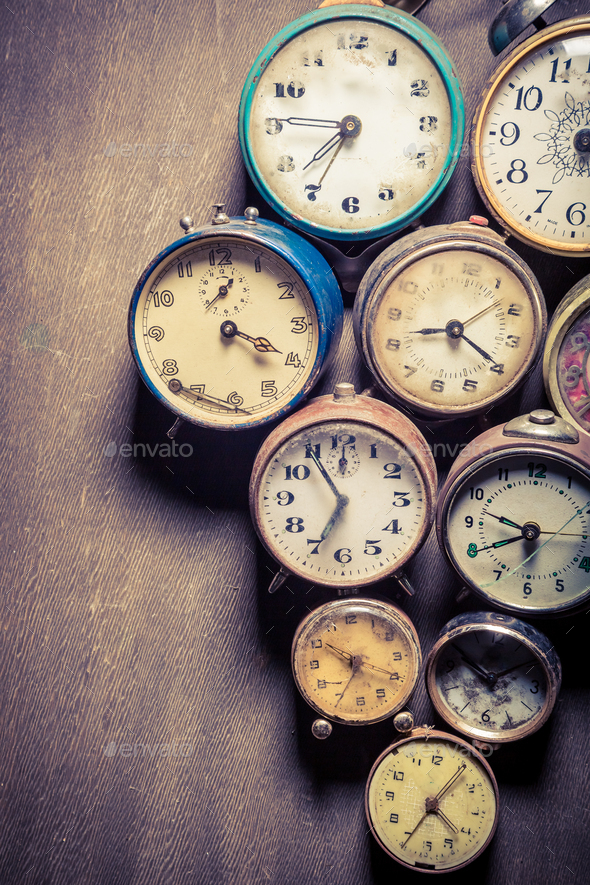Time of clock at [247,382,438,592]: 6:54
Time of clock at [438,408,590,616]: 9:40
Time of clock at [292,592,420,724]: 6:50
